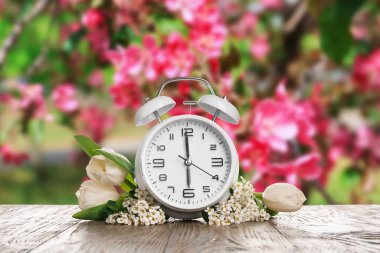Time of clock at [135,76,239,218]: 5:59
